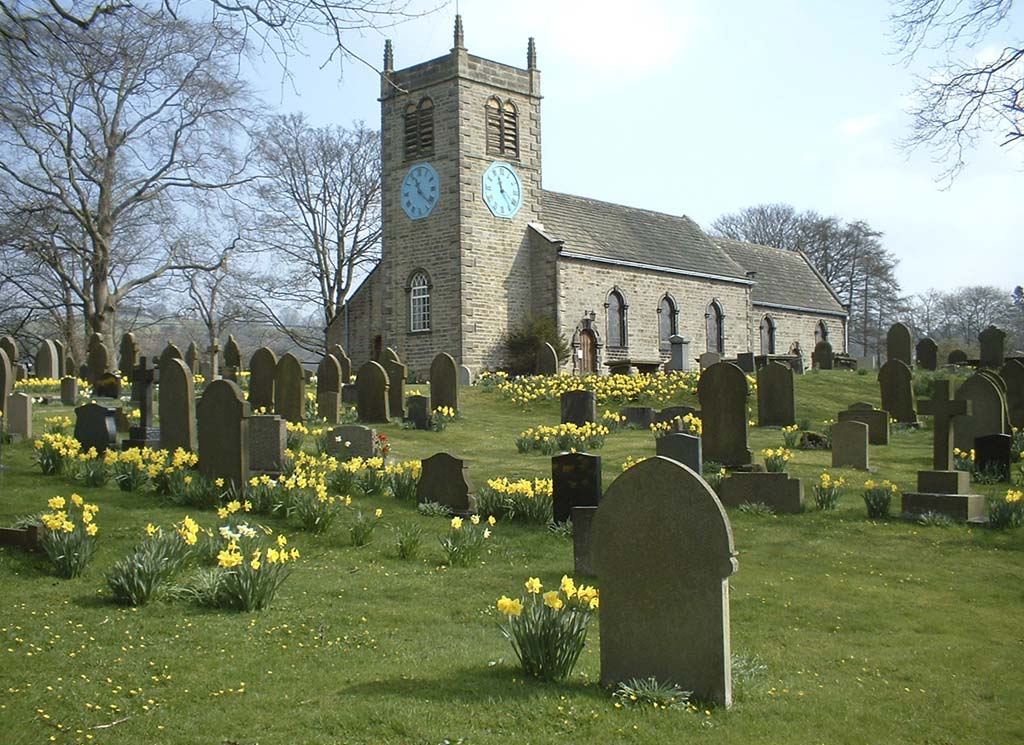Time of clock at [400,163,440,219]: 11:22
